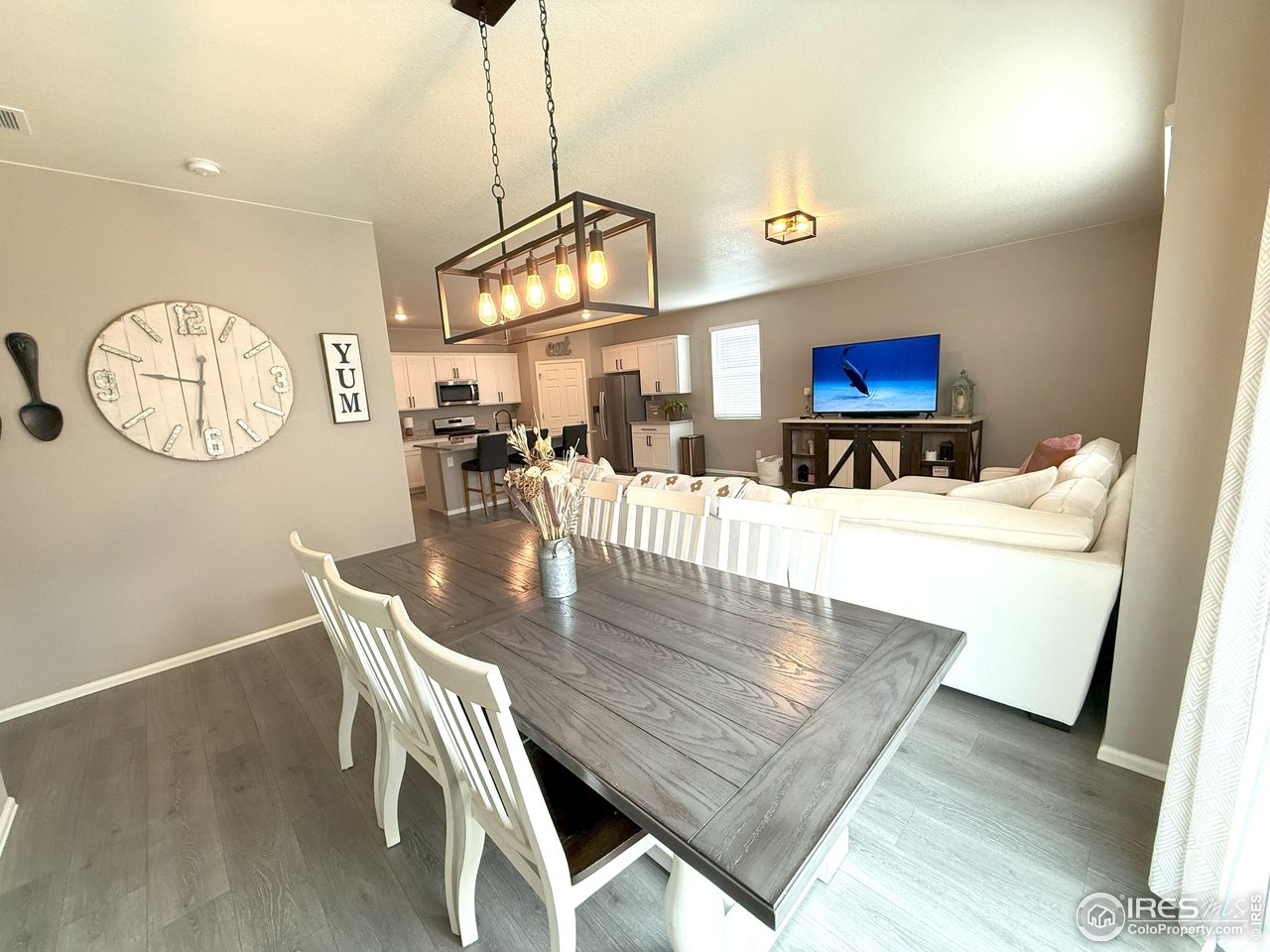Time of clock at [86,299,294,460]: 9:31
